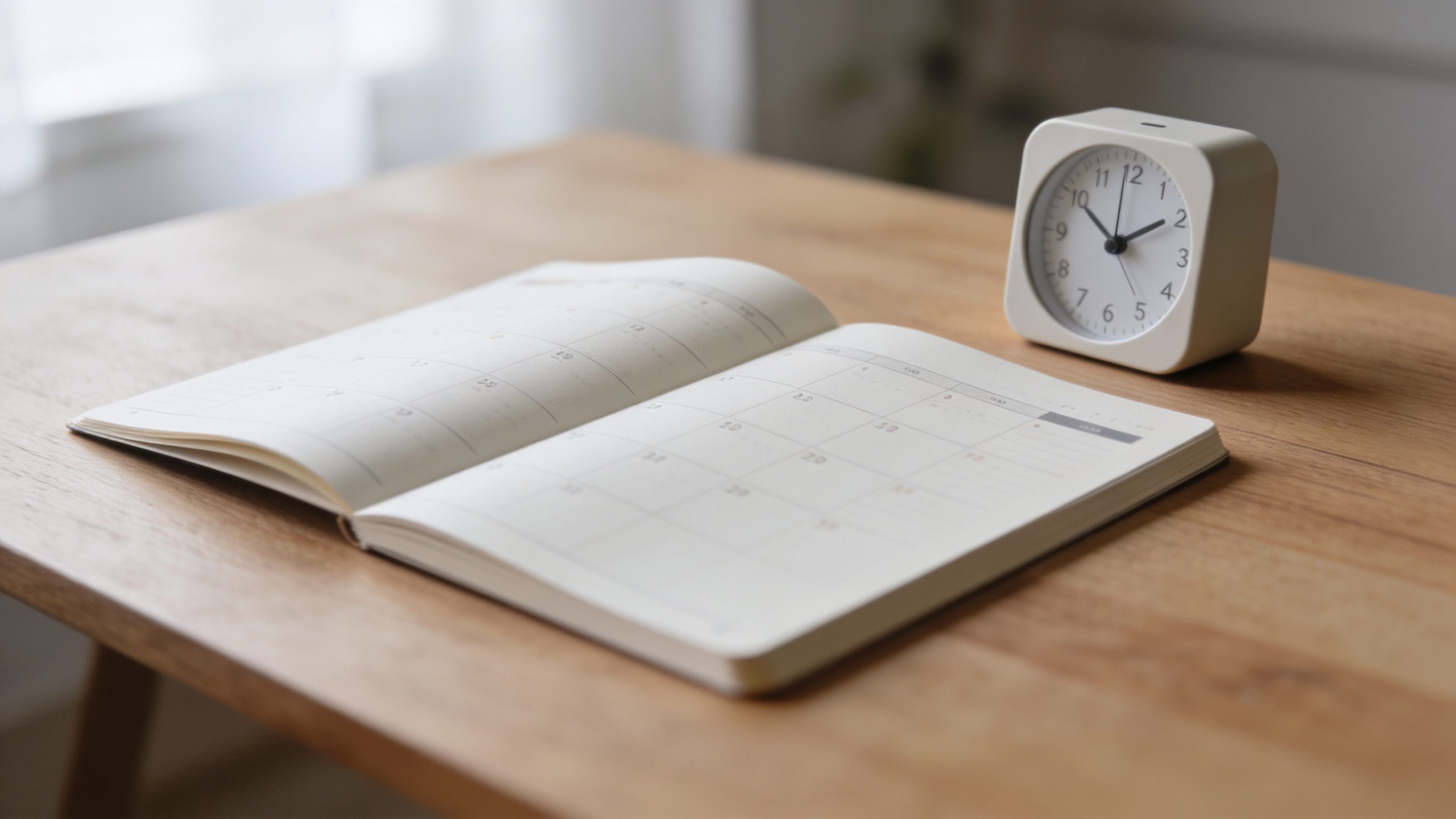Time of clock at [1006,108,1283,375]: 1:50
